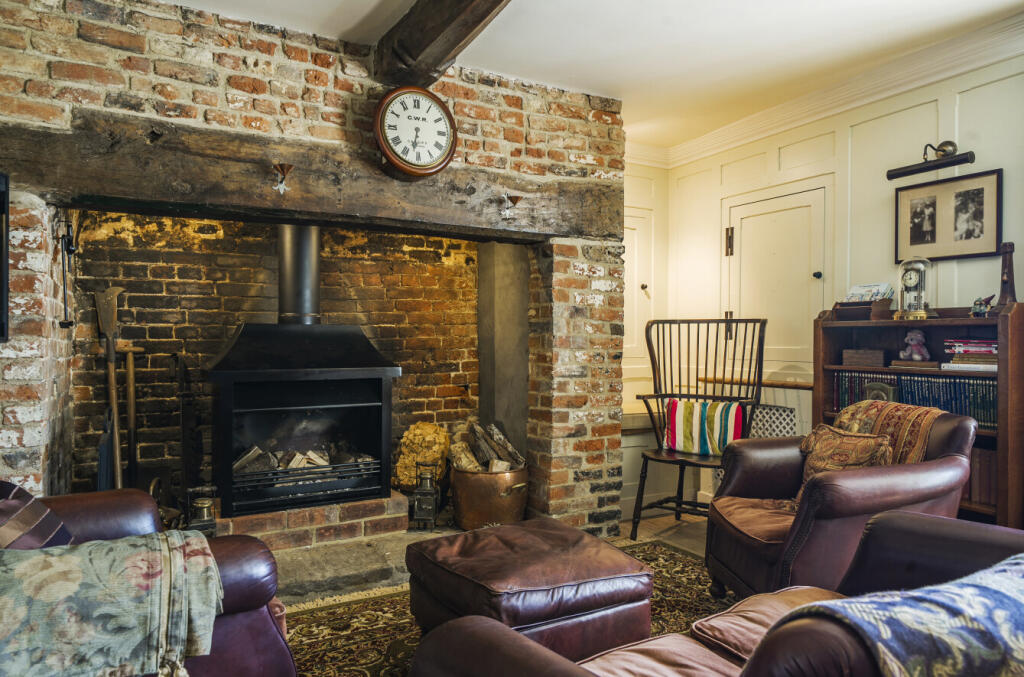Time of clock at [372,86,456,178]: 6:31
